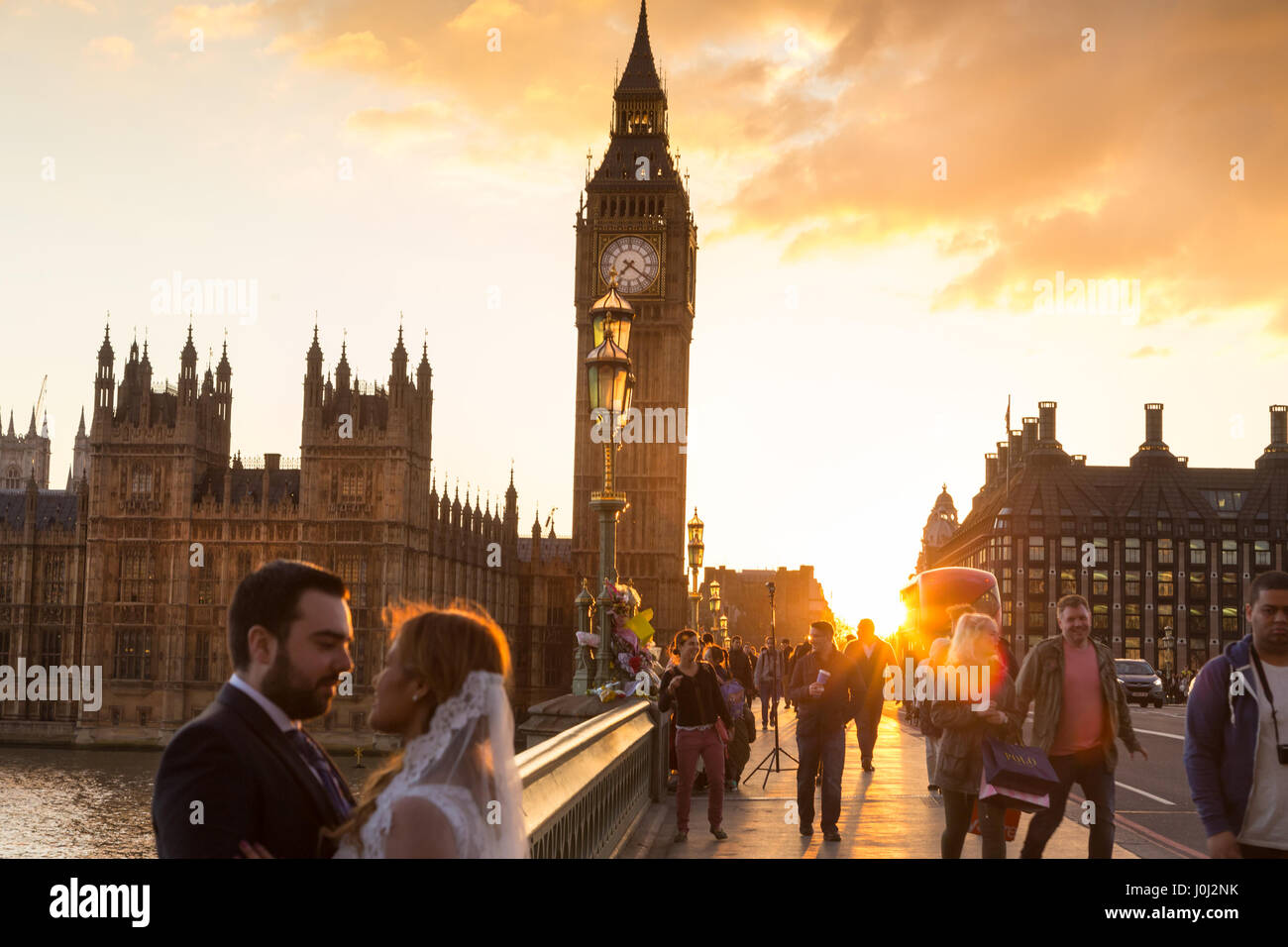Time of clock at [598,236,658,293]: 7:21
